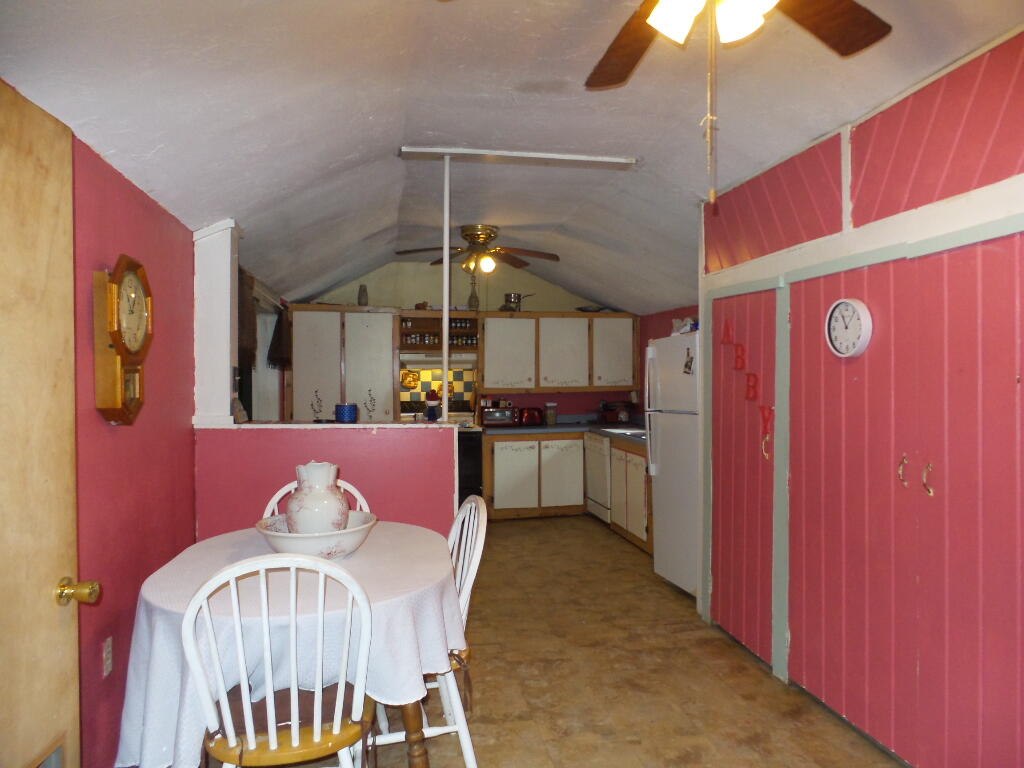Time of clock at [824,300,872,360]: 11:06
